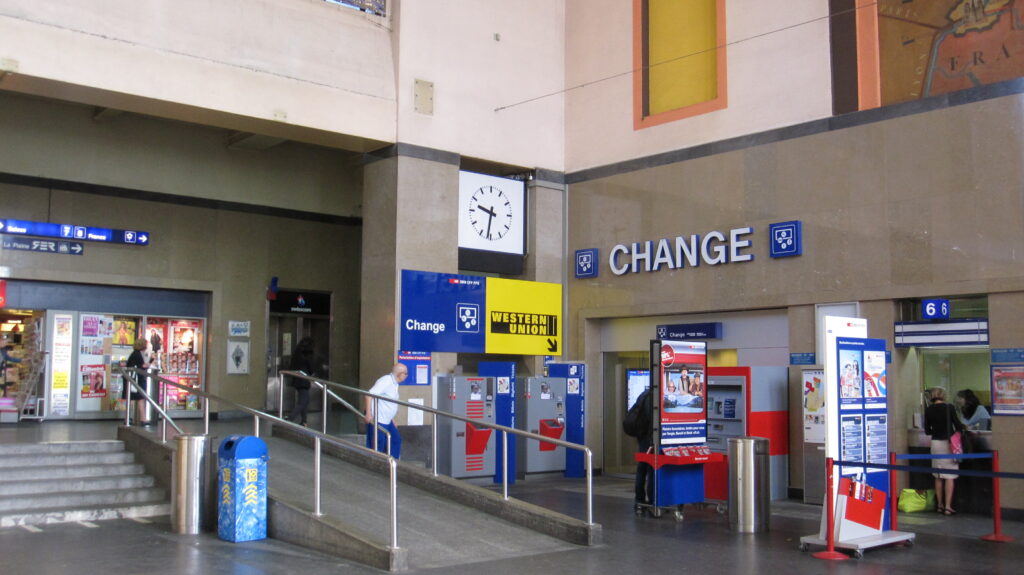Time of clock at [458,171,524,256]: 9:31
